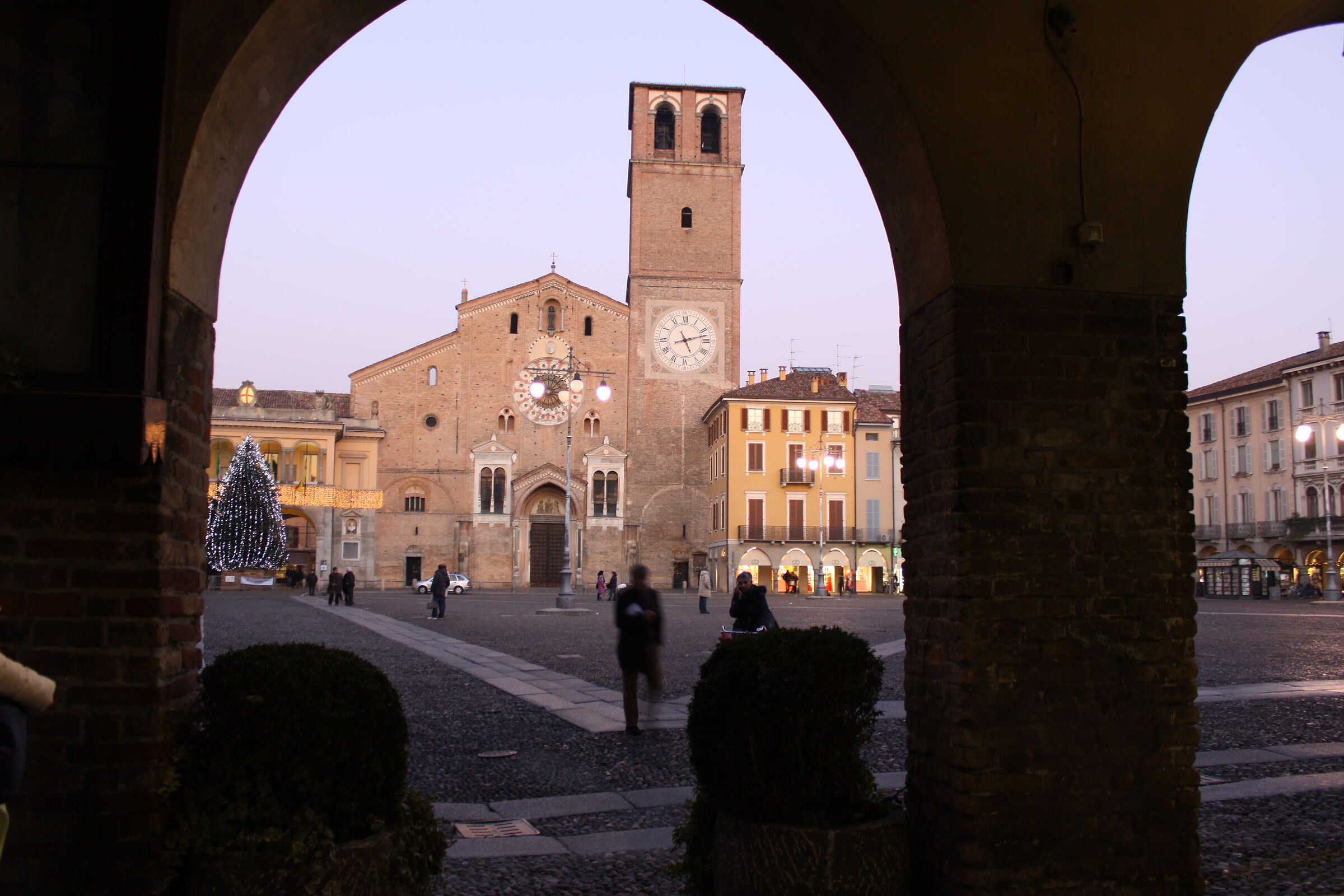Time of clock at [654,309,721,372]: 5:12
